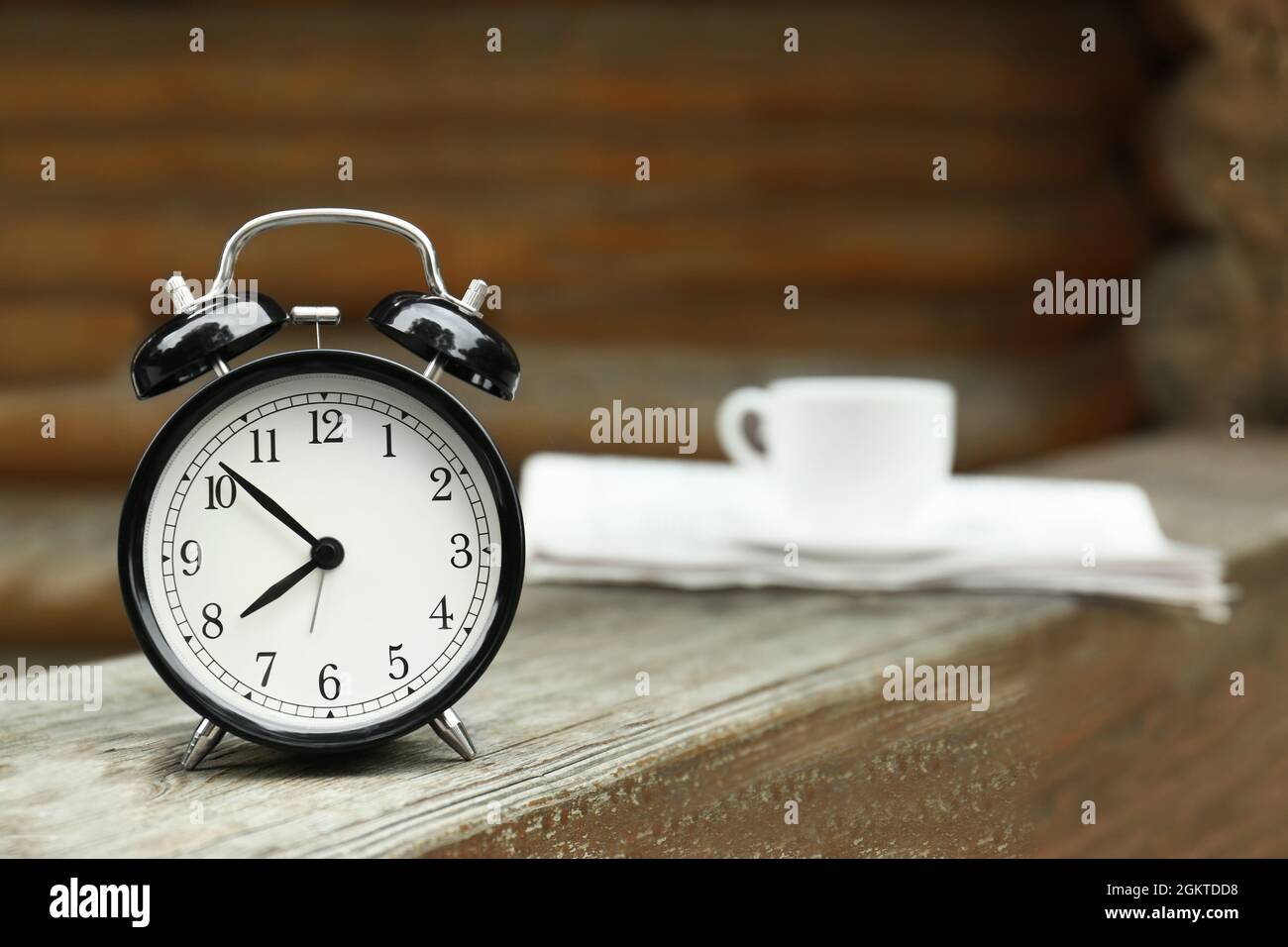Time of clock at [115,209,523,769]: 7:52
